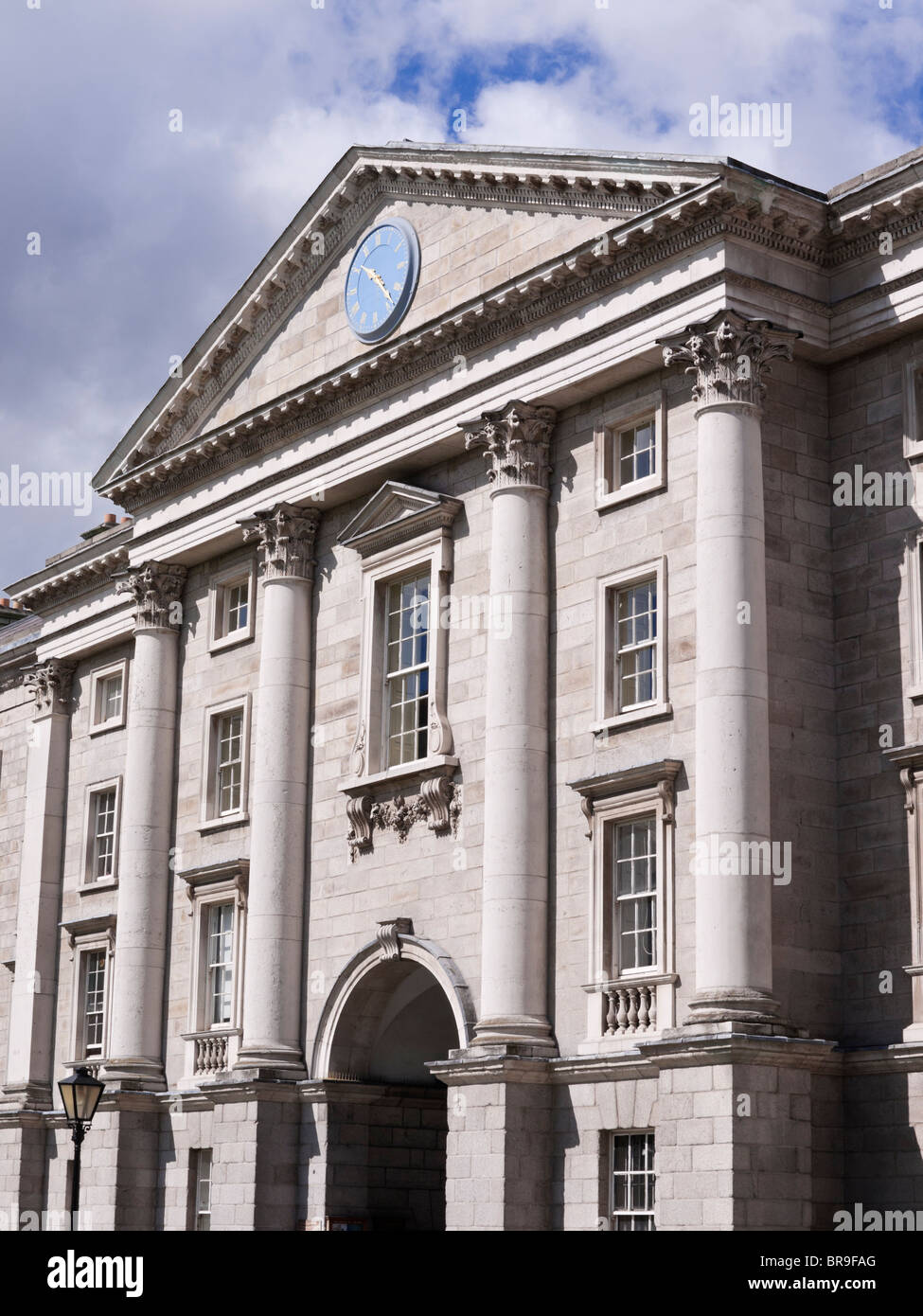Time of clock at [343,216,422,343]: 10:23
